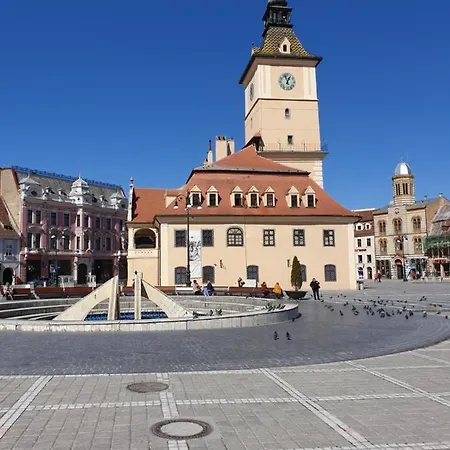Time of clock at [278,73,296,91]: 12:57
